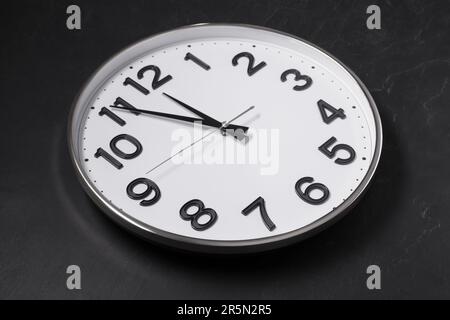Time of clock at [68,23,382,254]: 10:50
